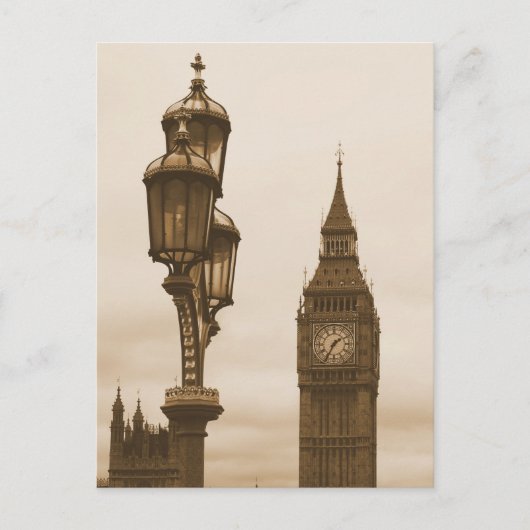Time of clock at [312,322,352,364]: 1:34
